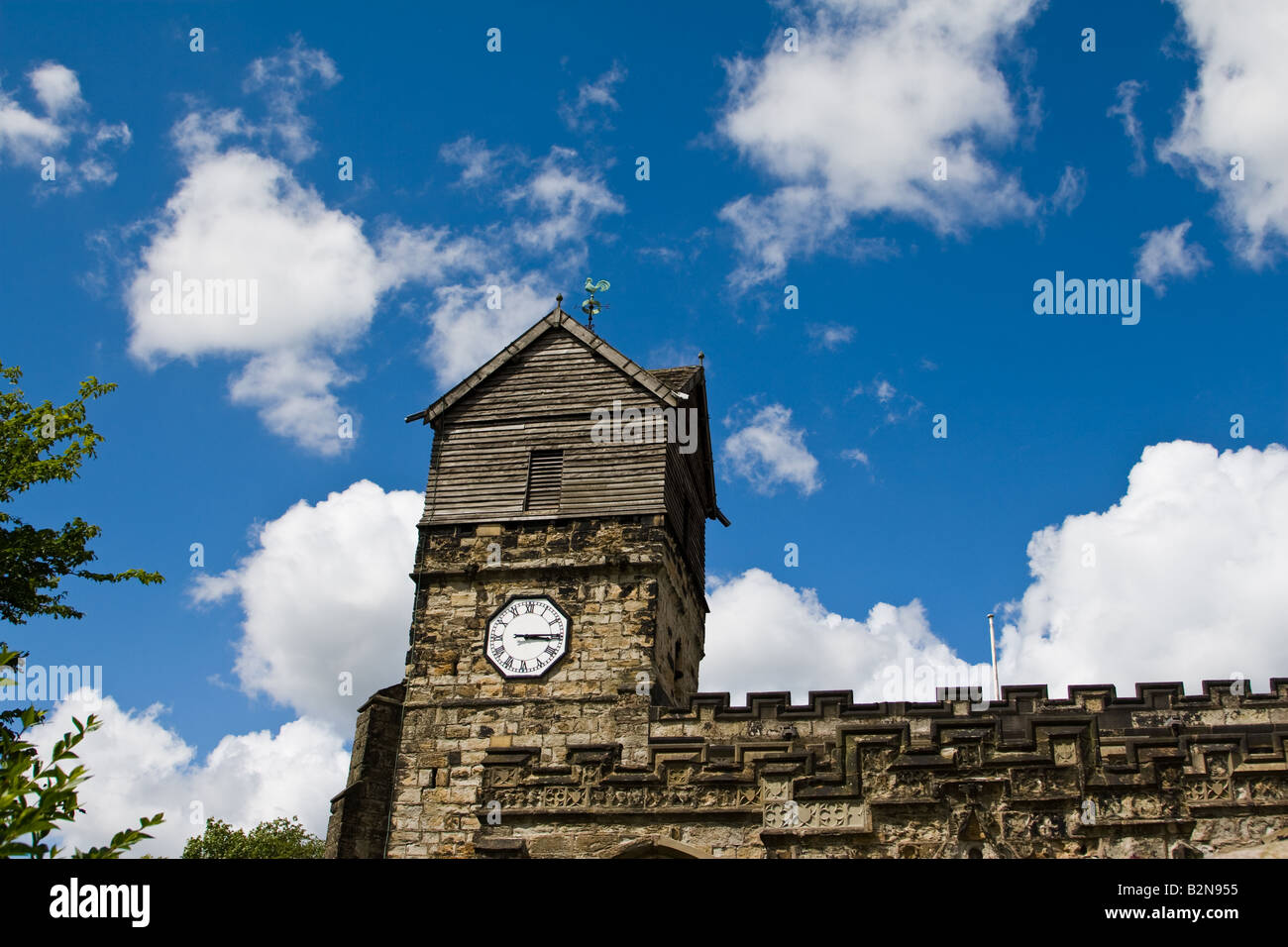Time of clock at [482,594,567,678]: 3:14
